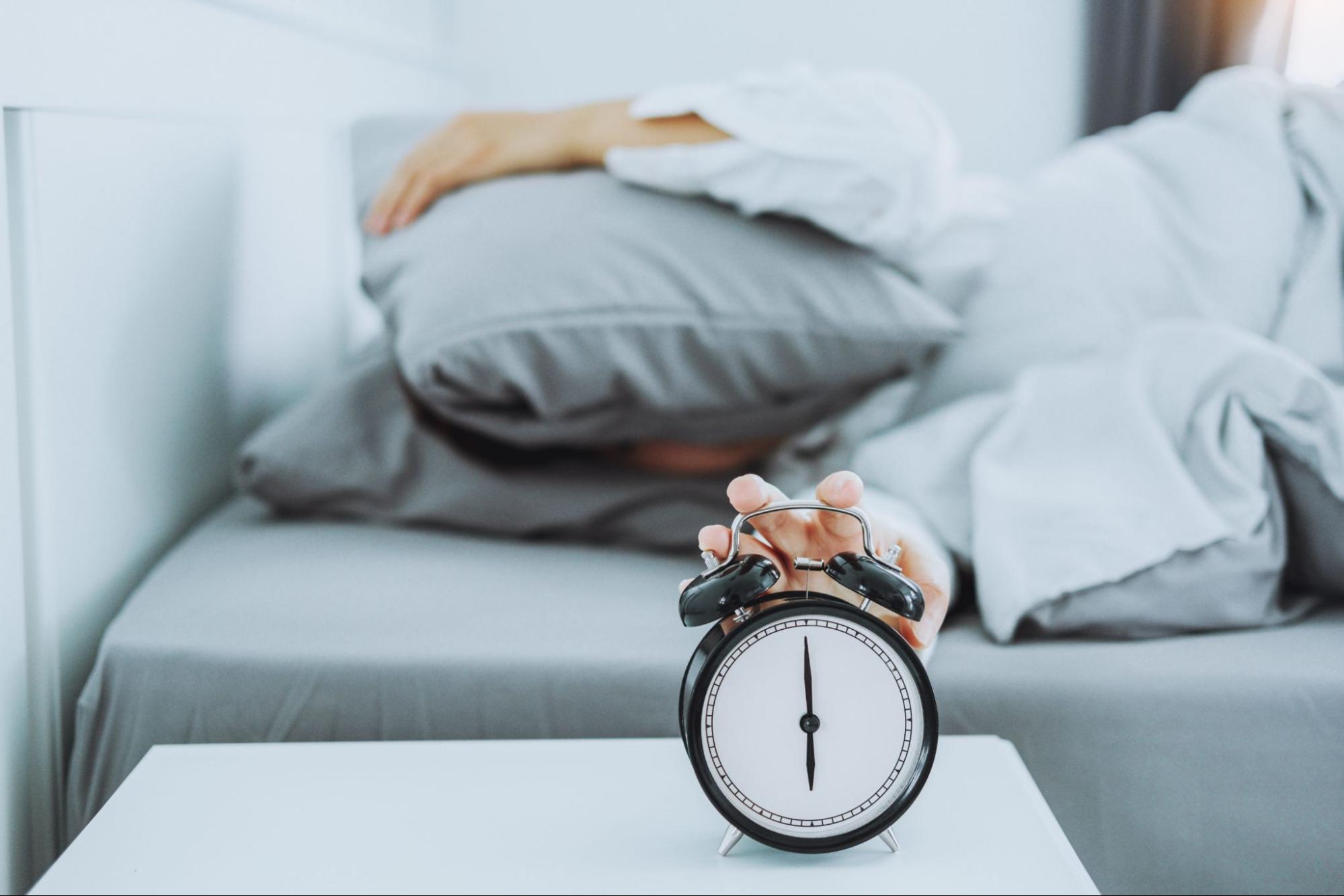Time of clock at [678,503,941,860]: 5:59
